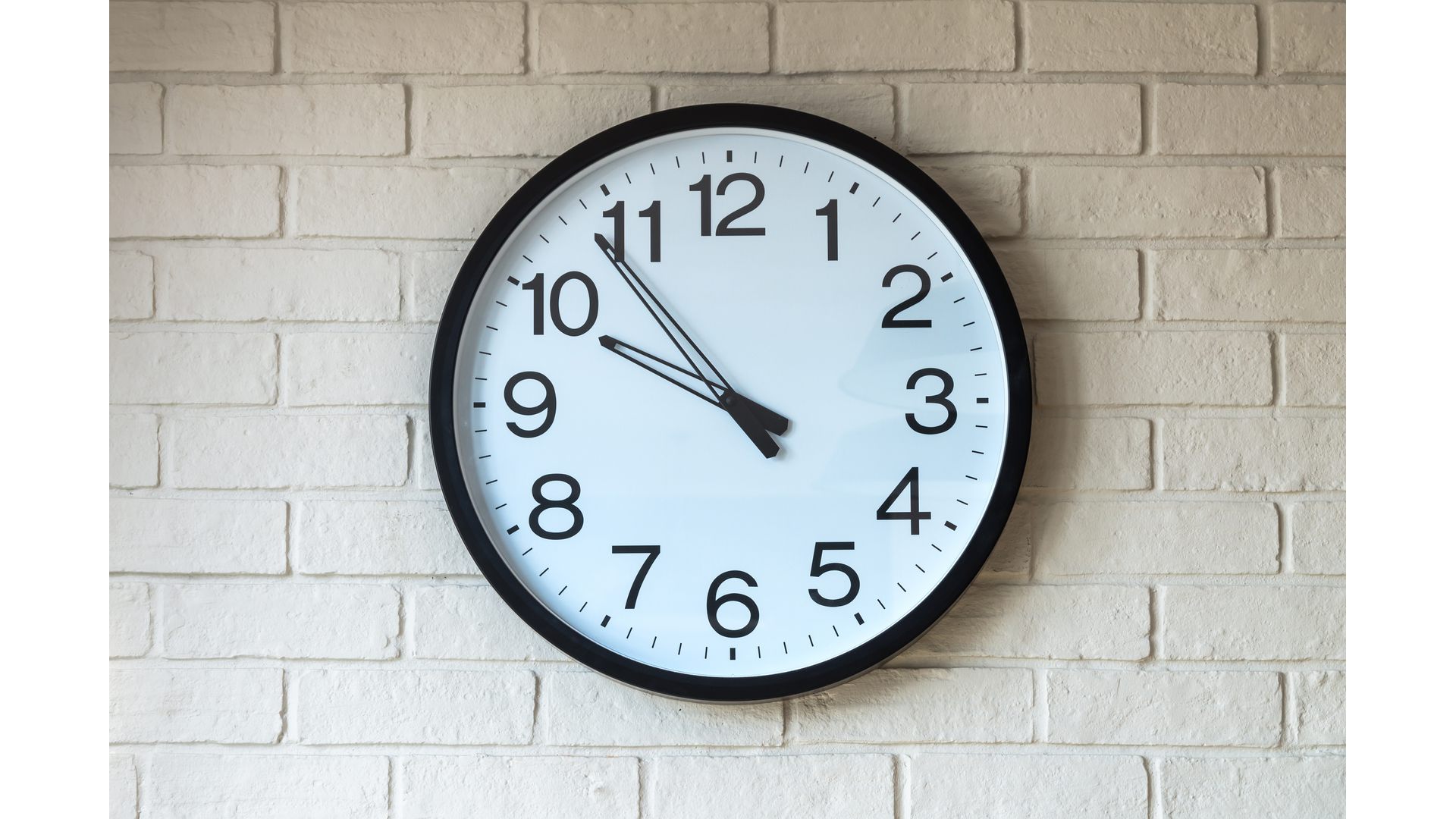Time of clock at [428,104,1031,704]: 9:53
